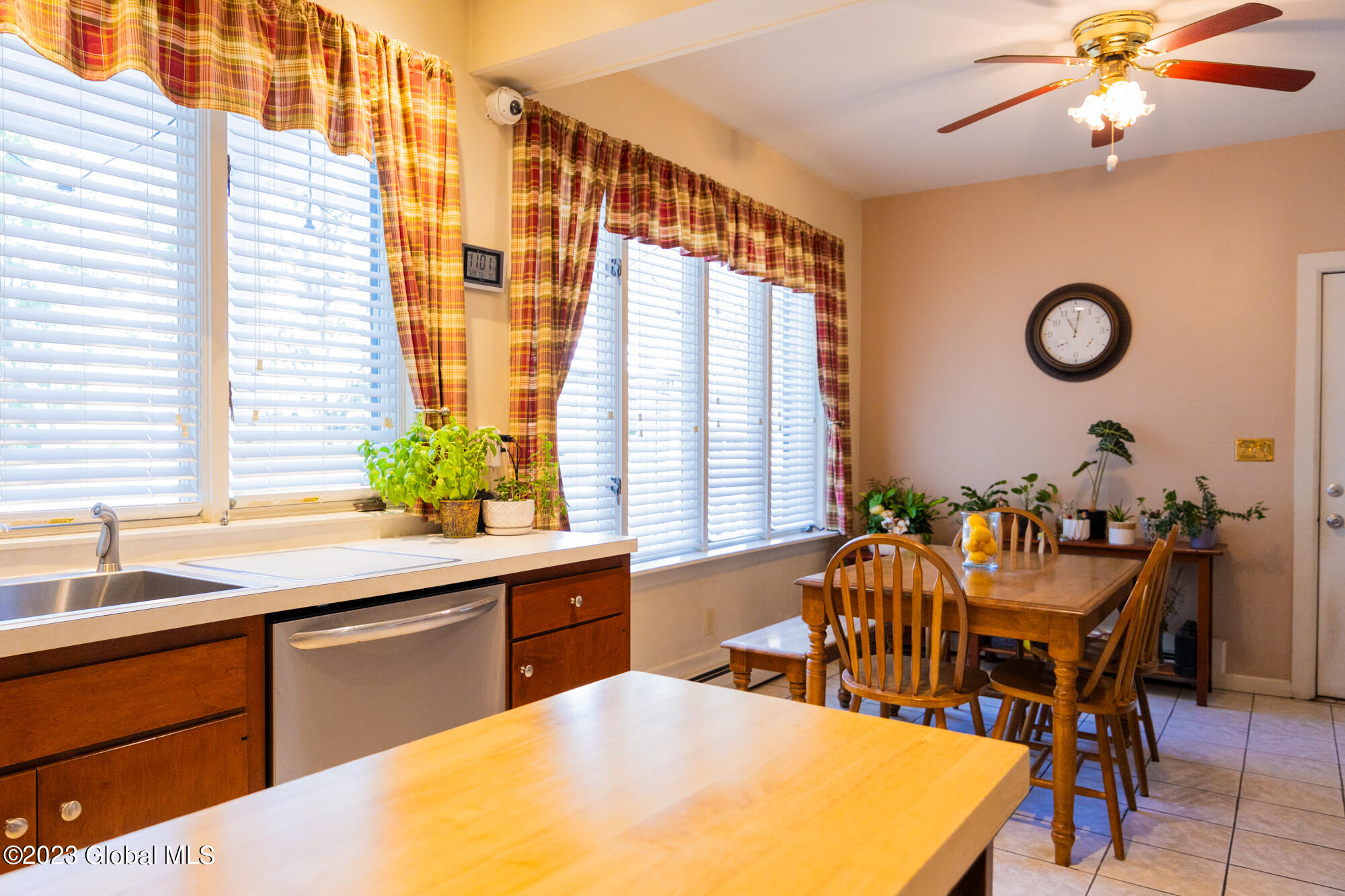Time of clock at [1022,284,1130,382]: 11:01
